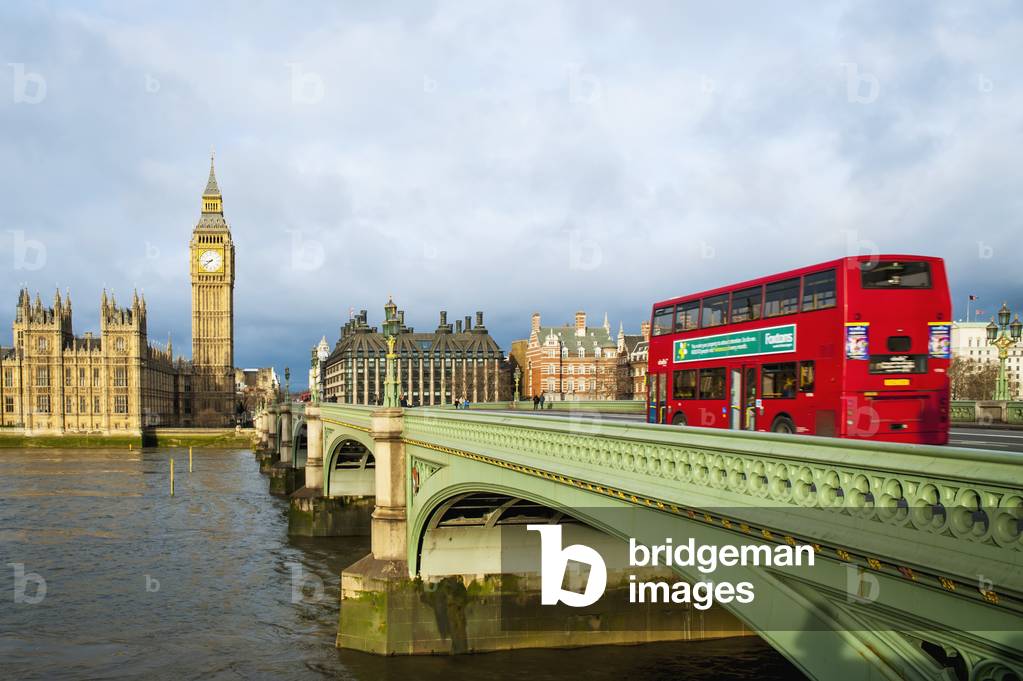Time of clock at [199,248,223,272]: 8:38
